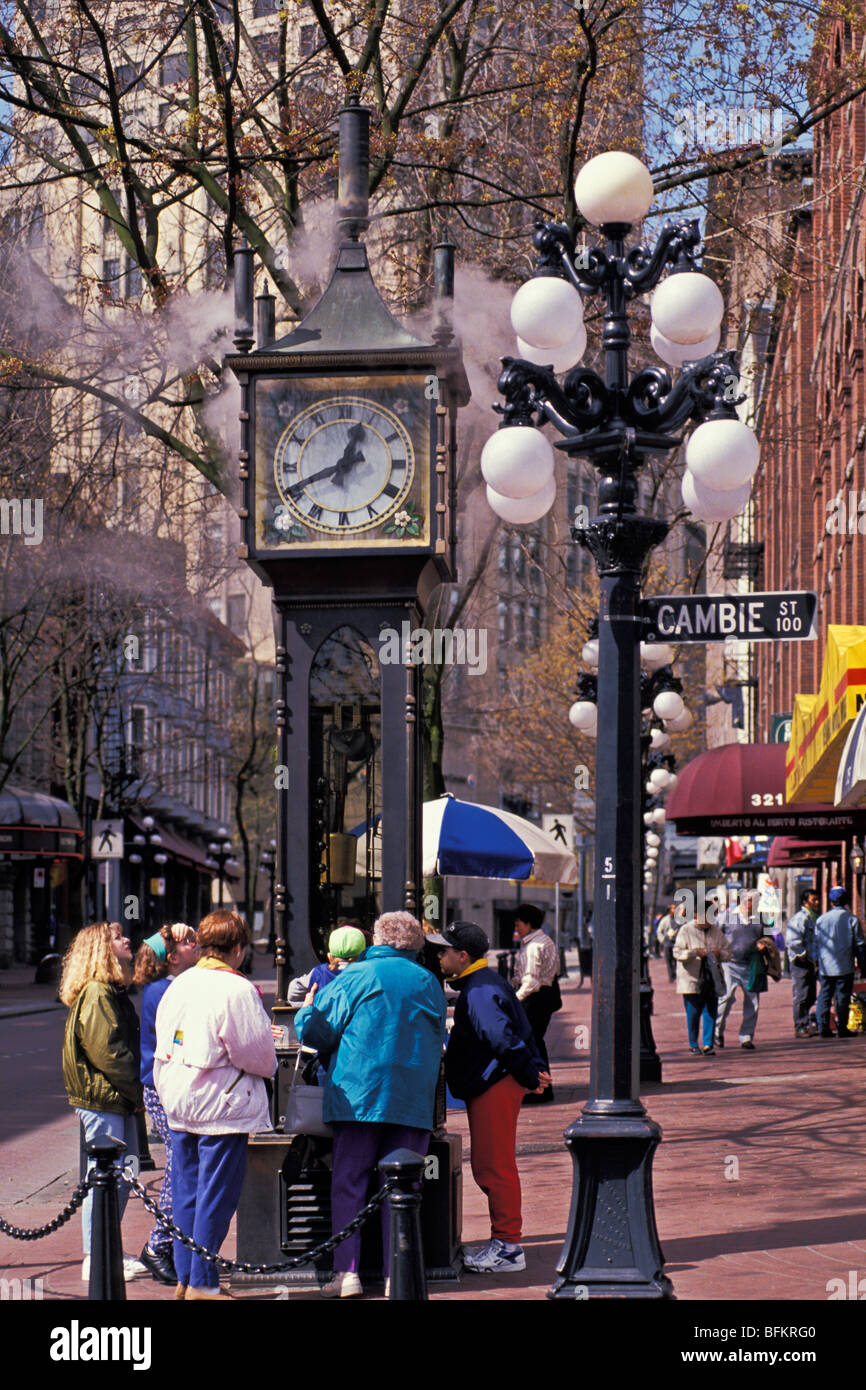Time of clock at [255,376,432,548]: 12:41
